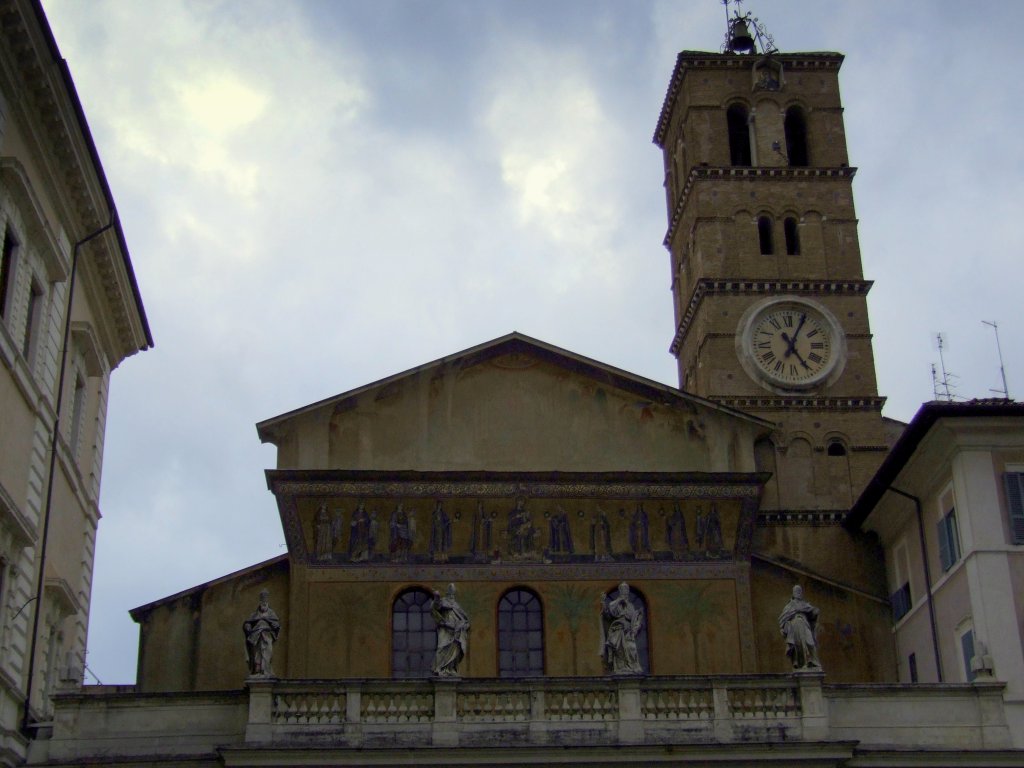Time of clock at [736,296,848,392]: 5:04
